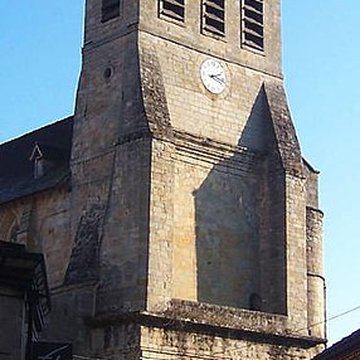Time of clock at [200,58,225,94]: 2:18
